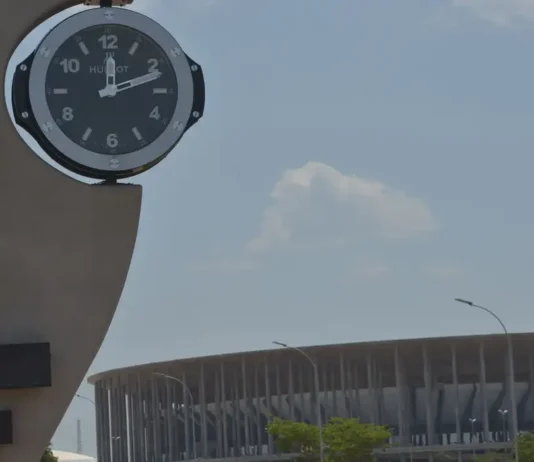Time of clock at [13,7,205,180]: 12:11
